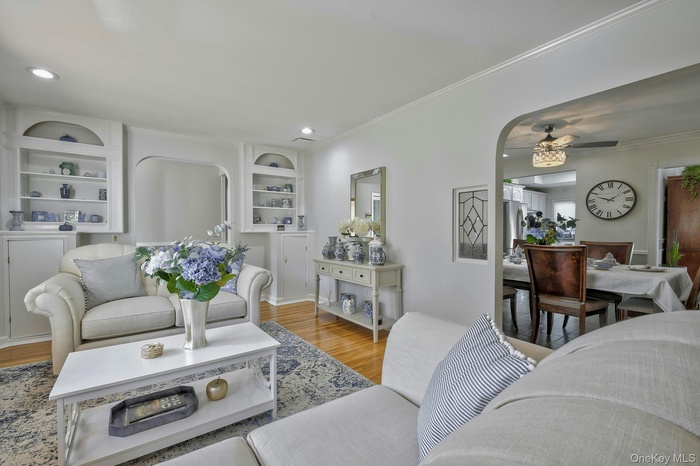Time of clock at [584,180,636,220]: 1:47
